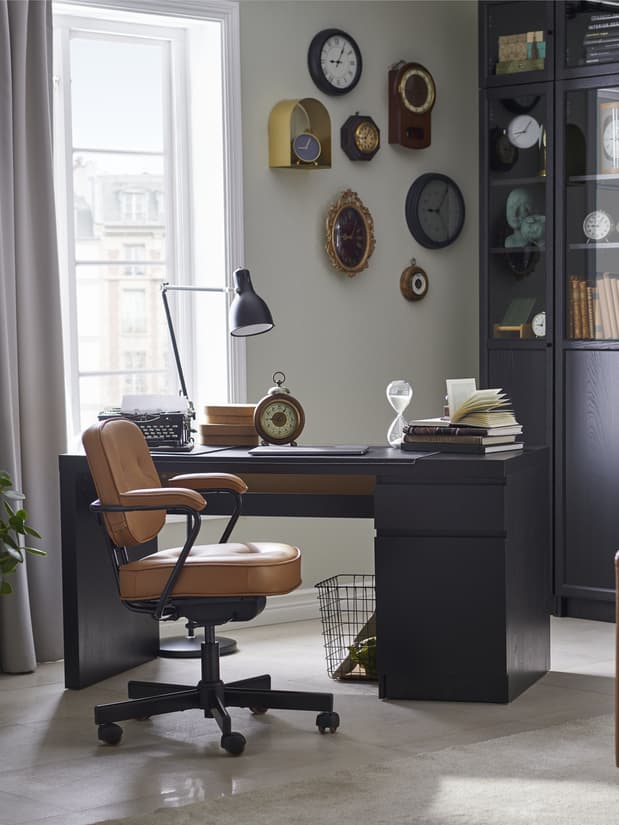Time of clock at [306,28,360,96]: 9:05
